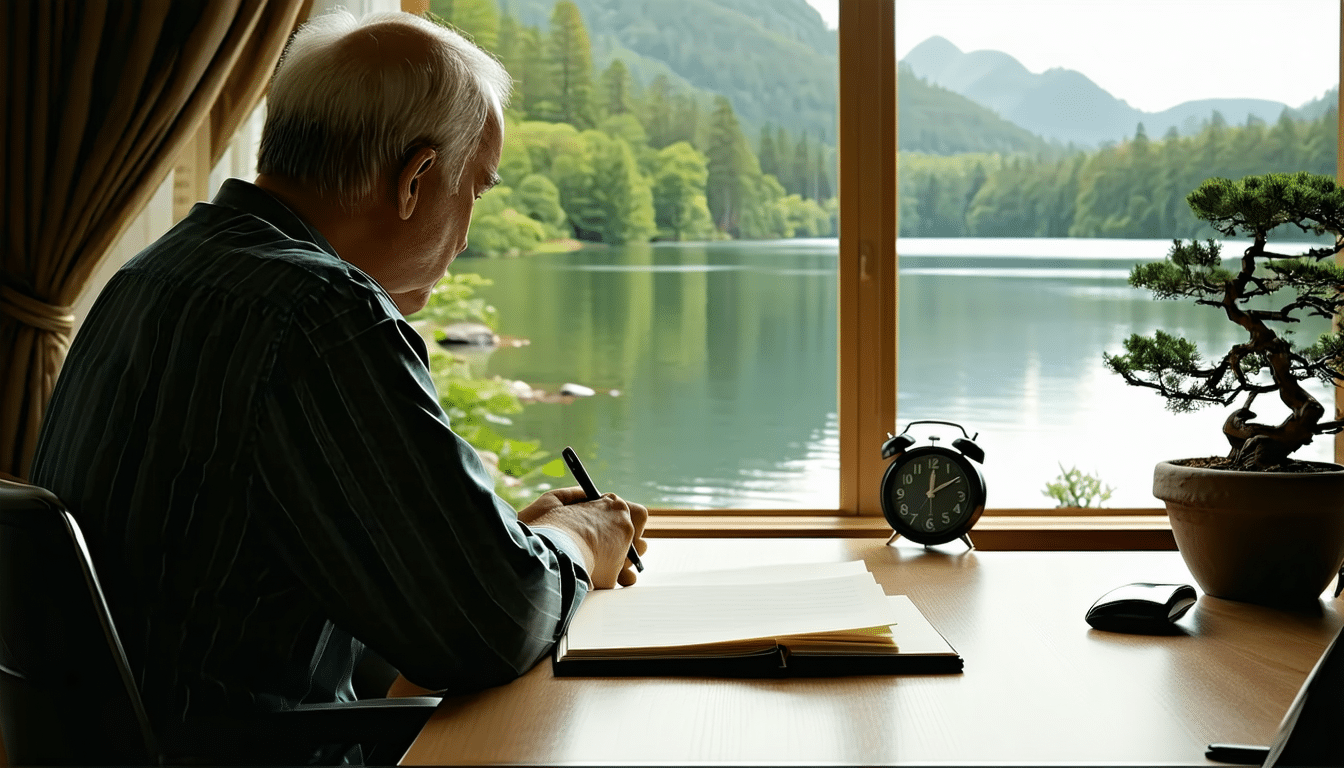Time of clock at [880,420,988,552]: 12:09
